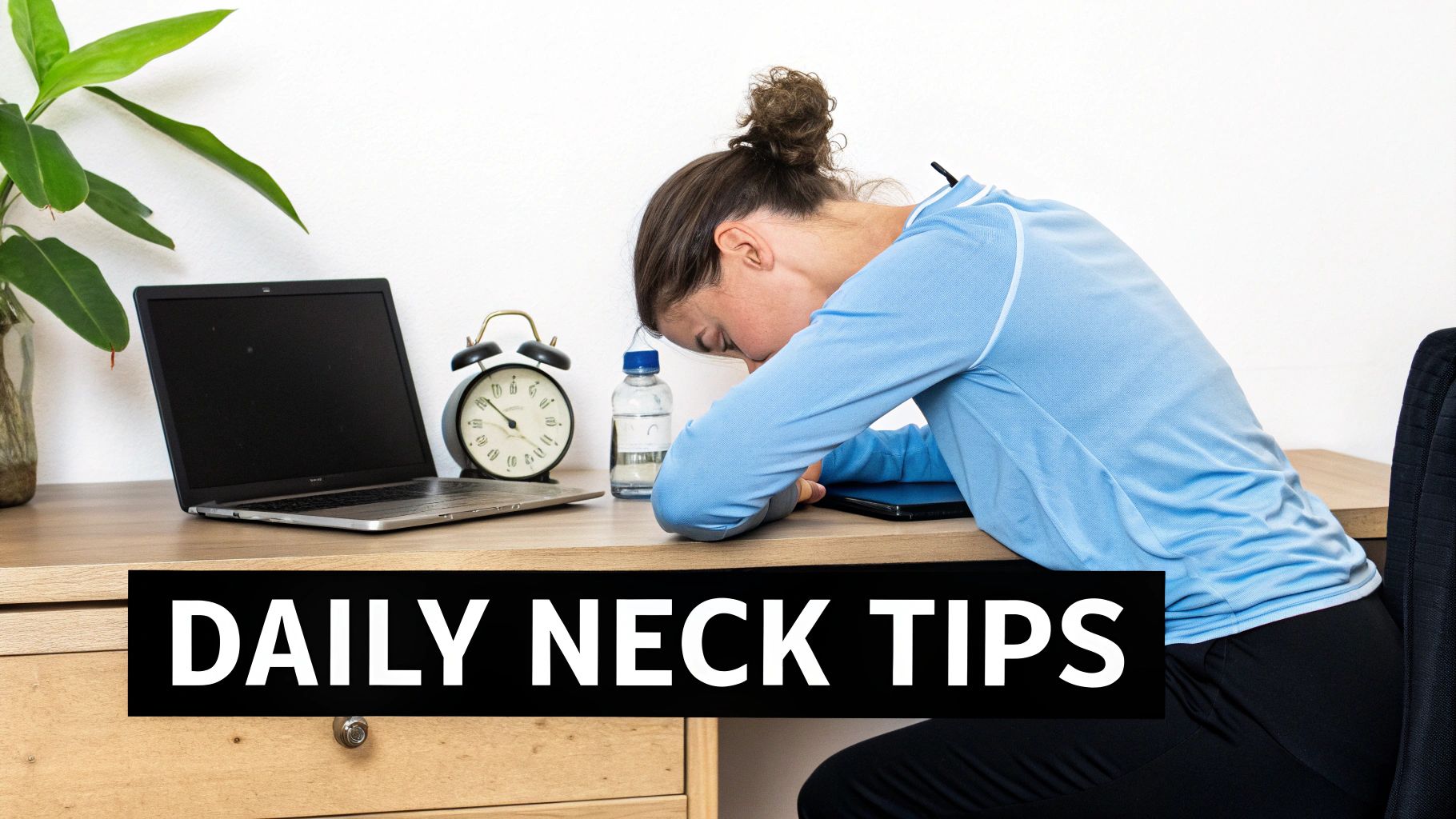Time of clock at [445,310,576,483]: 10:22
